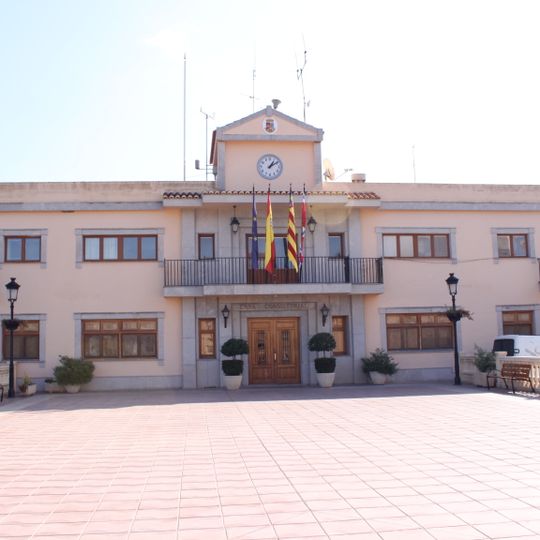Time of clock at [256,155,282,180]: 1:09
